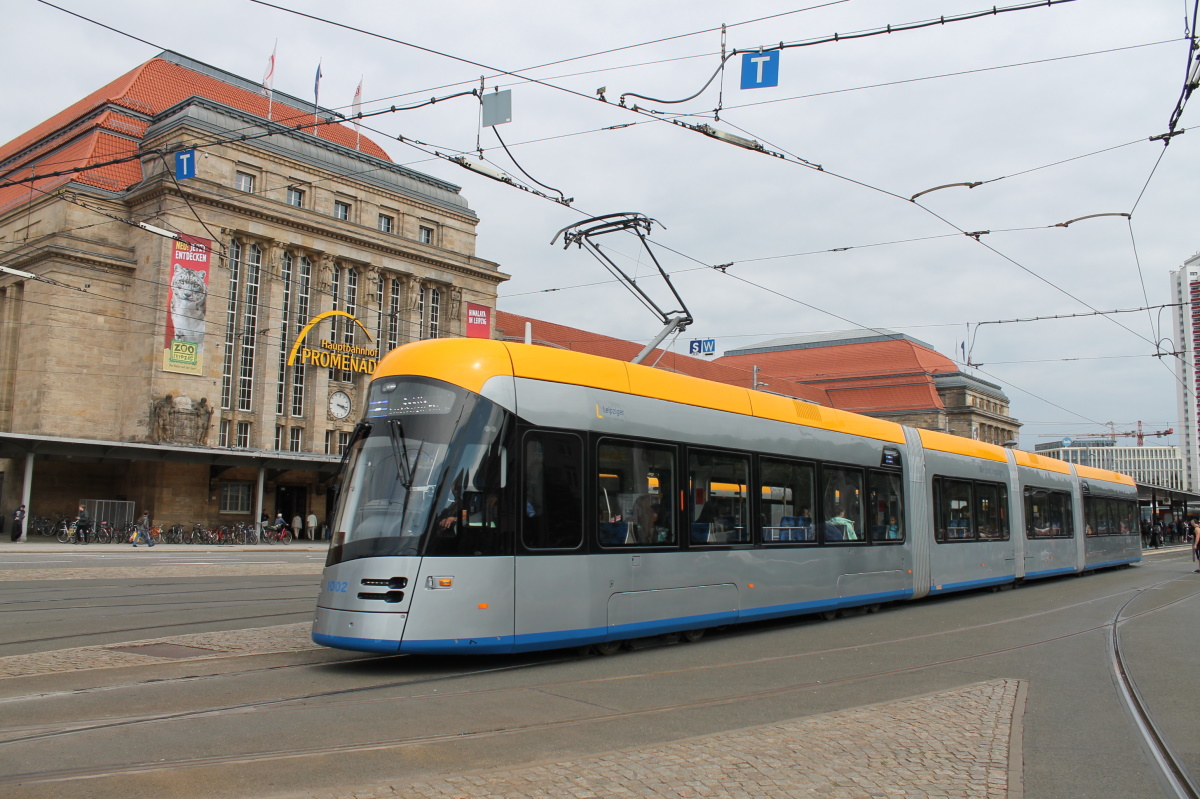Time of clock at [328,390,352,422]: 3:18
